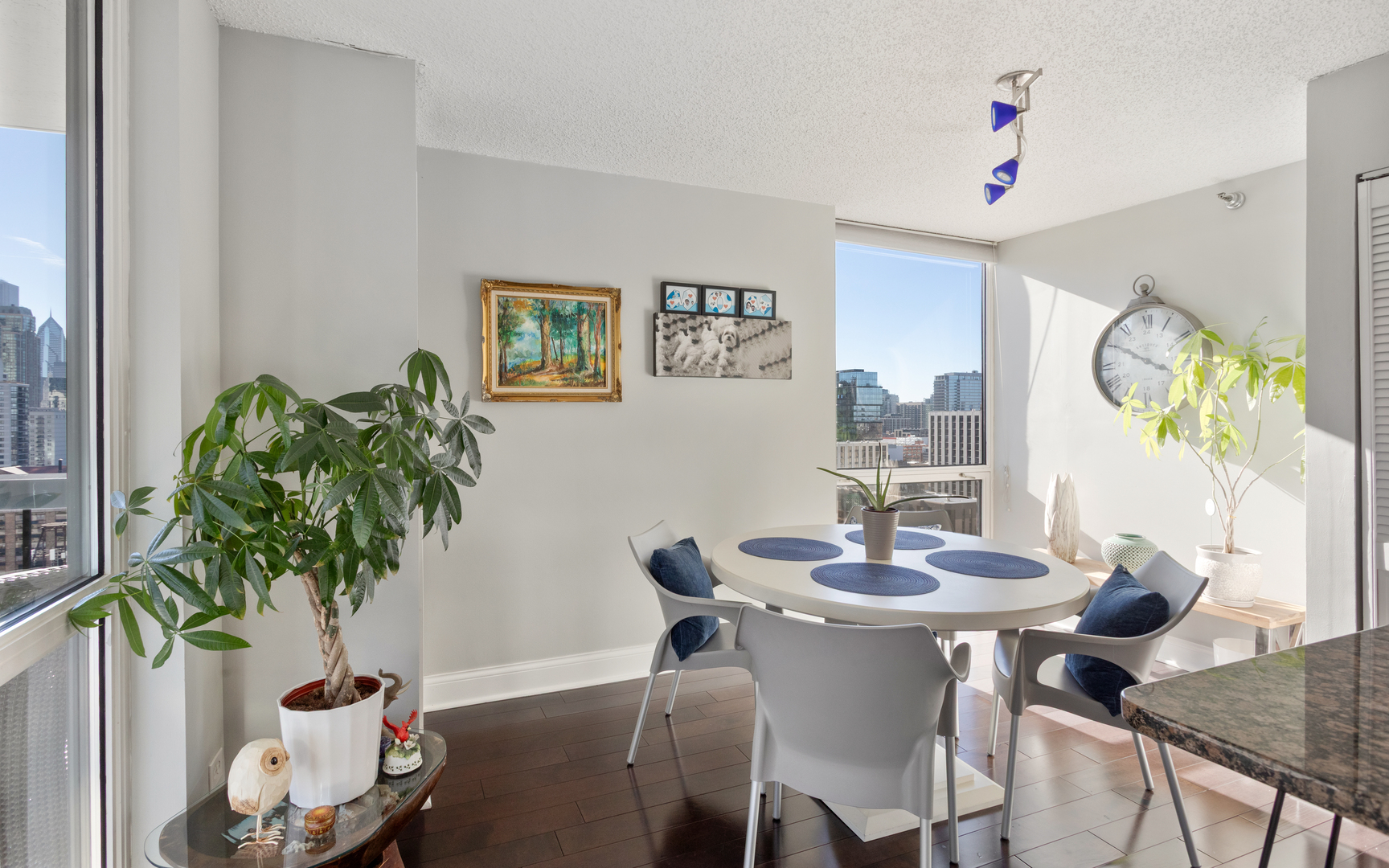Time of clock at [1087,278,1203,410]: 3:50
